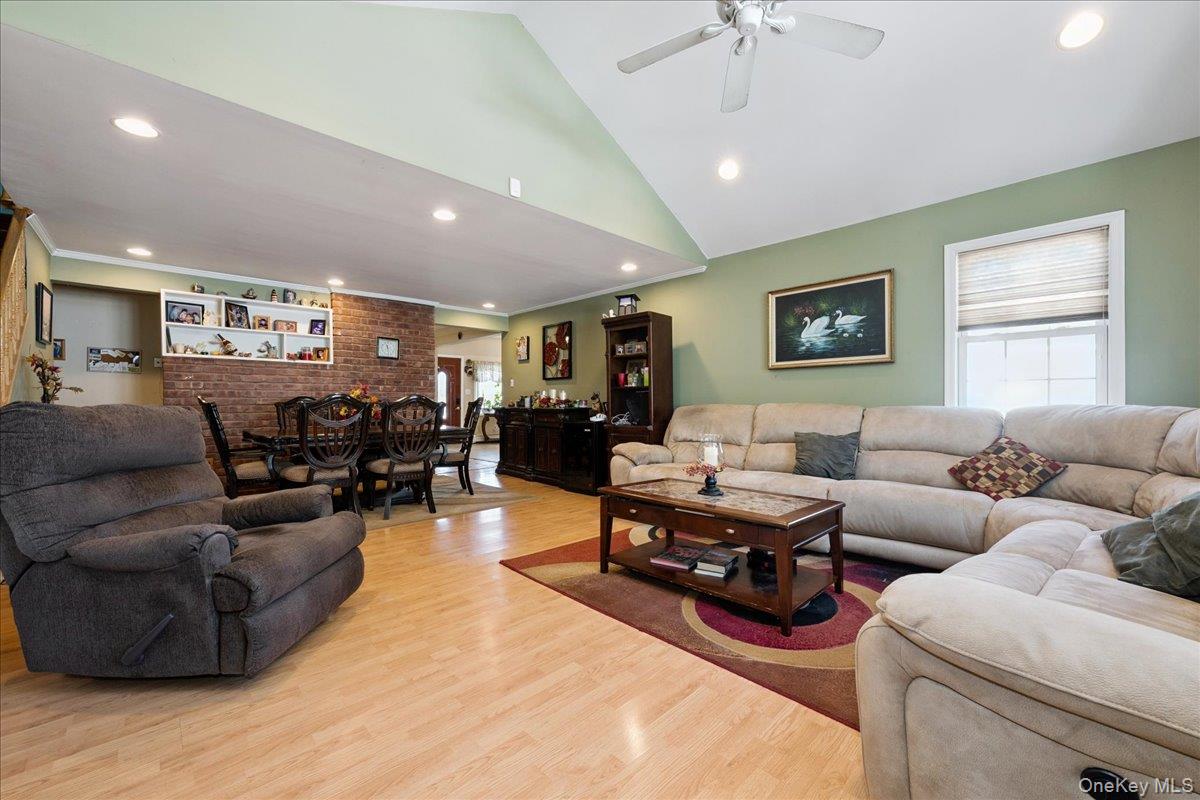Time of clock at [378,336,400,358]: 11:28
